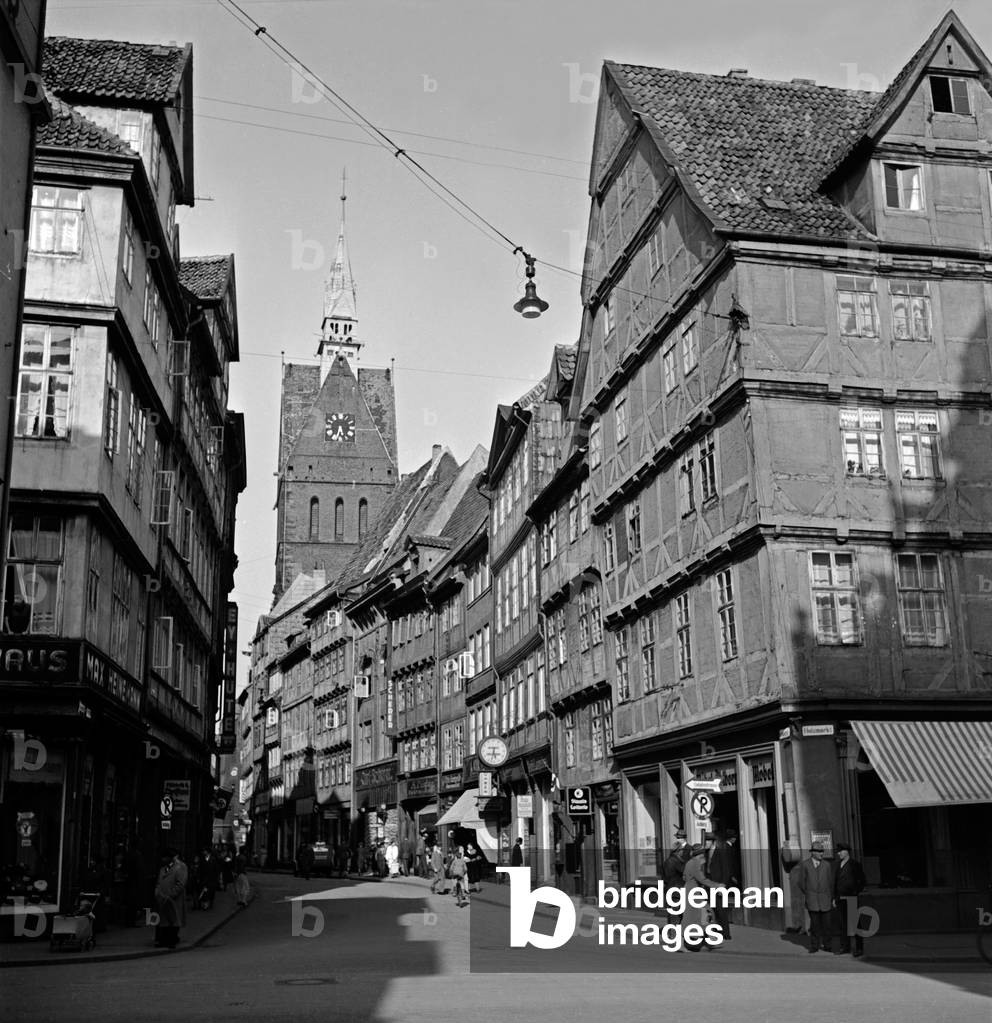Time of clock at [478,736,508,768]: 5:32
